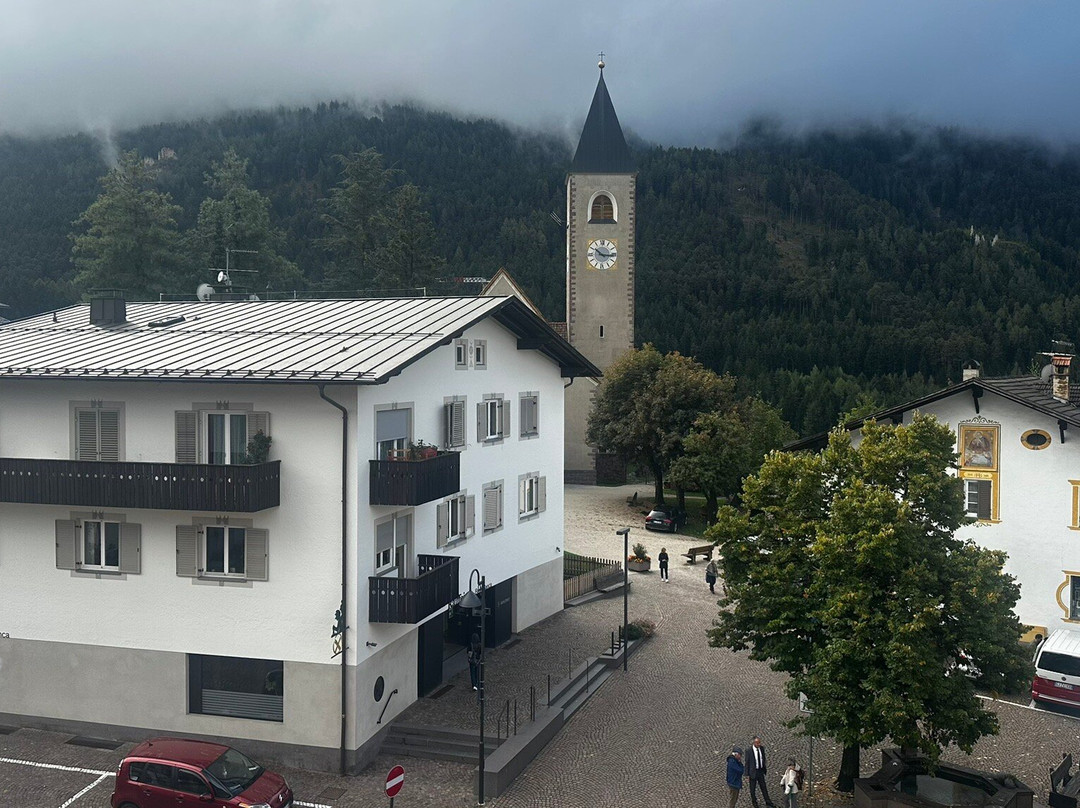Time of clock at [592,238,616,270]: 10:15
